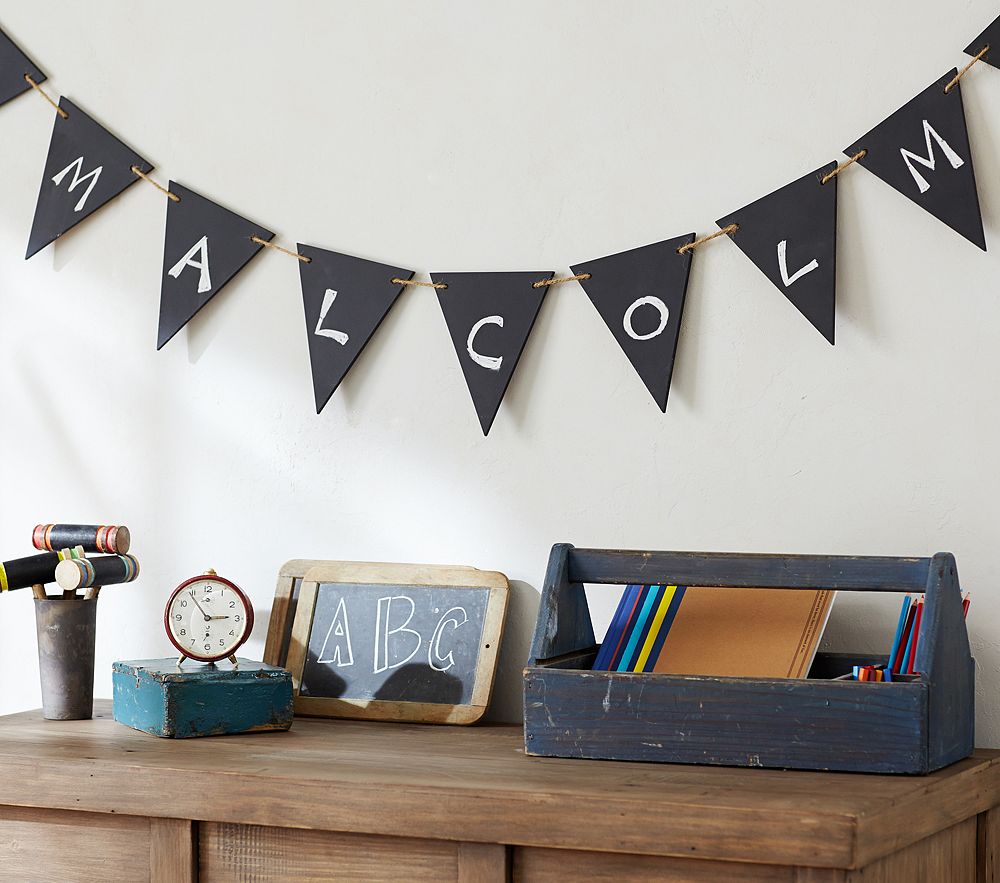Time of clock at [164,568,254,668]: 2:54
